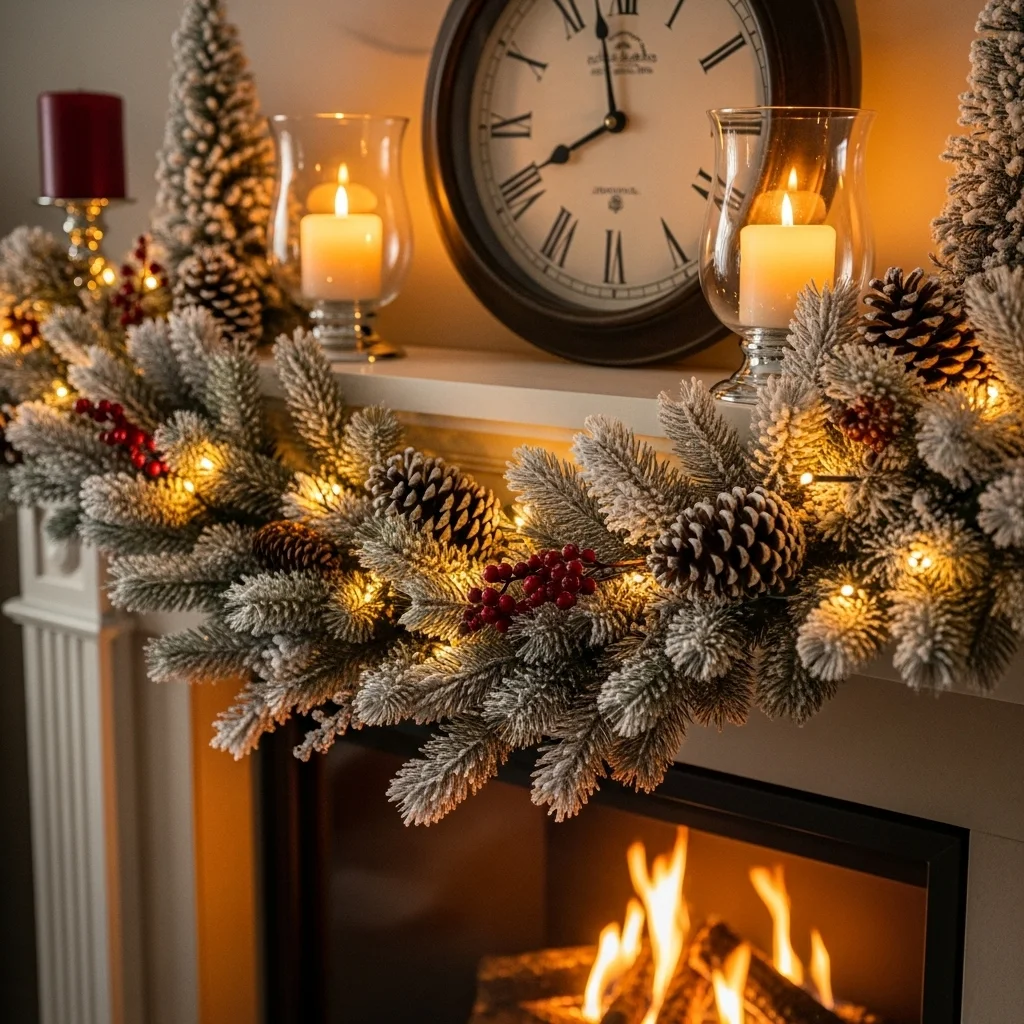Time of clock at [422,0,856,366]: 7:58
